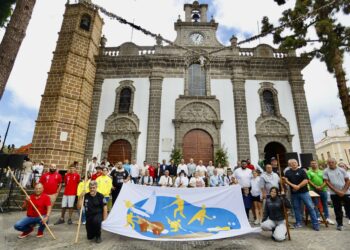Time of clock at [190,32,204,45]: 7:04
